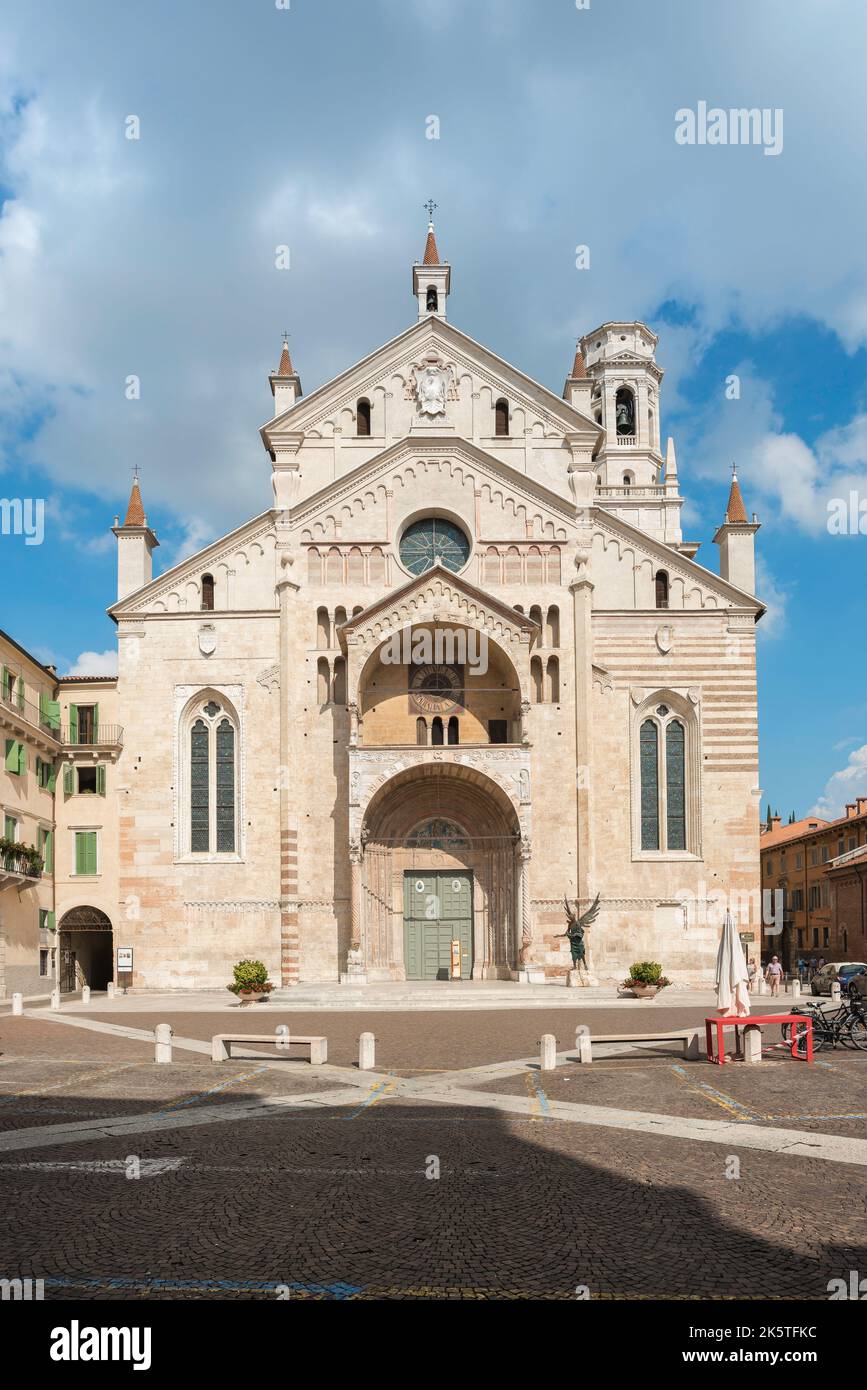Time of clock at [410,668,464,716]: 2:44
